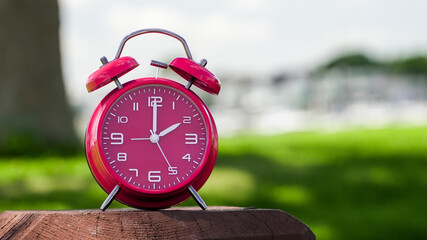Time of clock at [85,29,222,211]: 2:00
